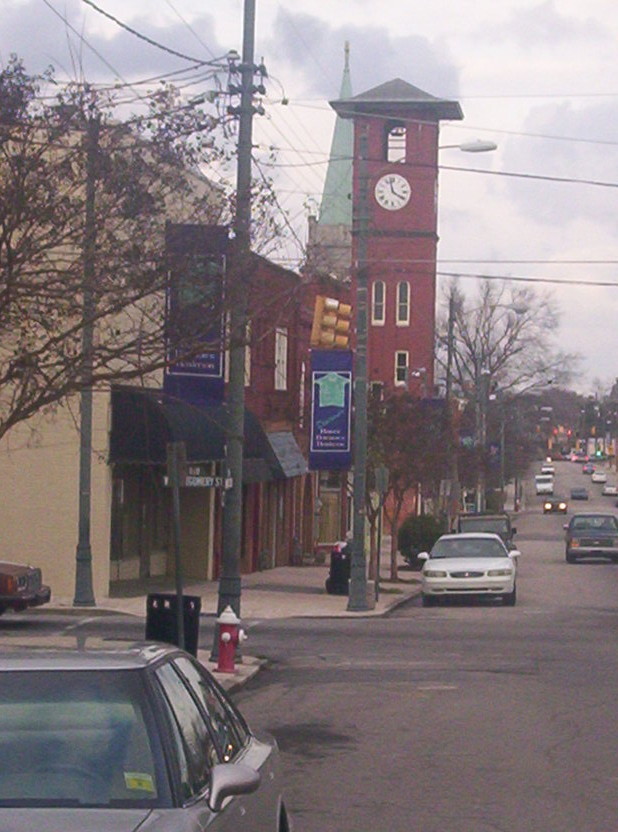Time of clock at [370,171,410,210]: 3:58
